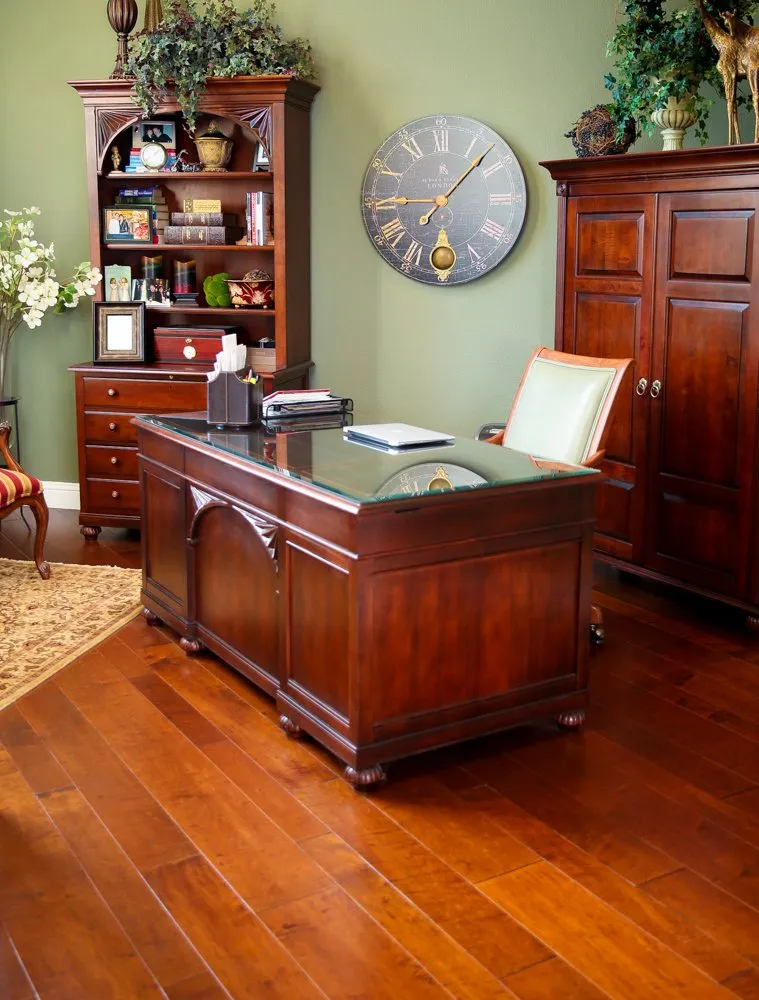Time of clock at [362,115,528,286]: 9:07
